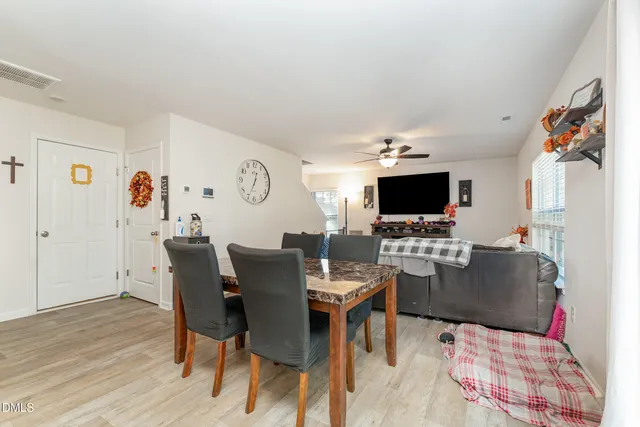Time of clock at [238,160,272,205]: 12:34
